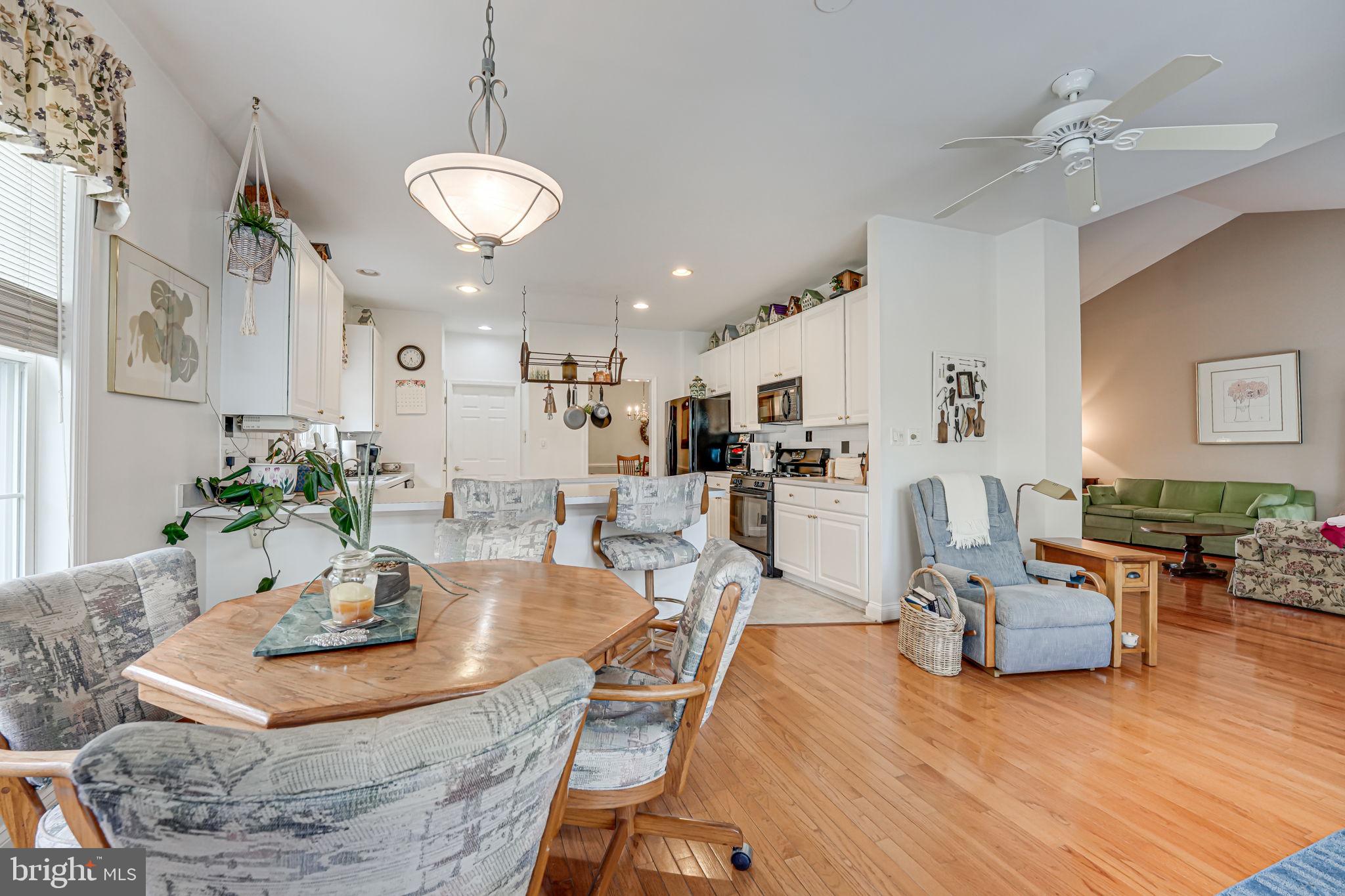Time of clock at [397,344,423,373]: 5:33
